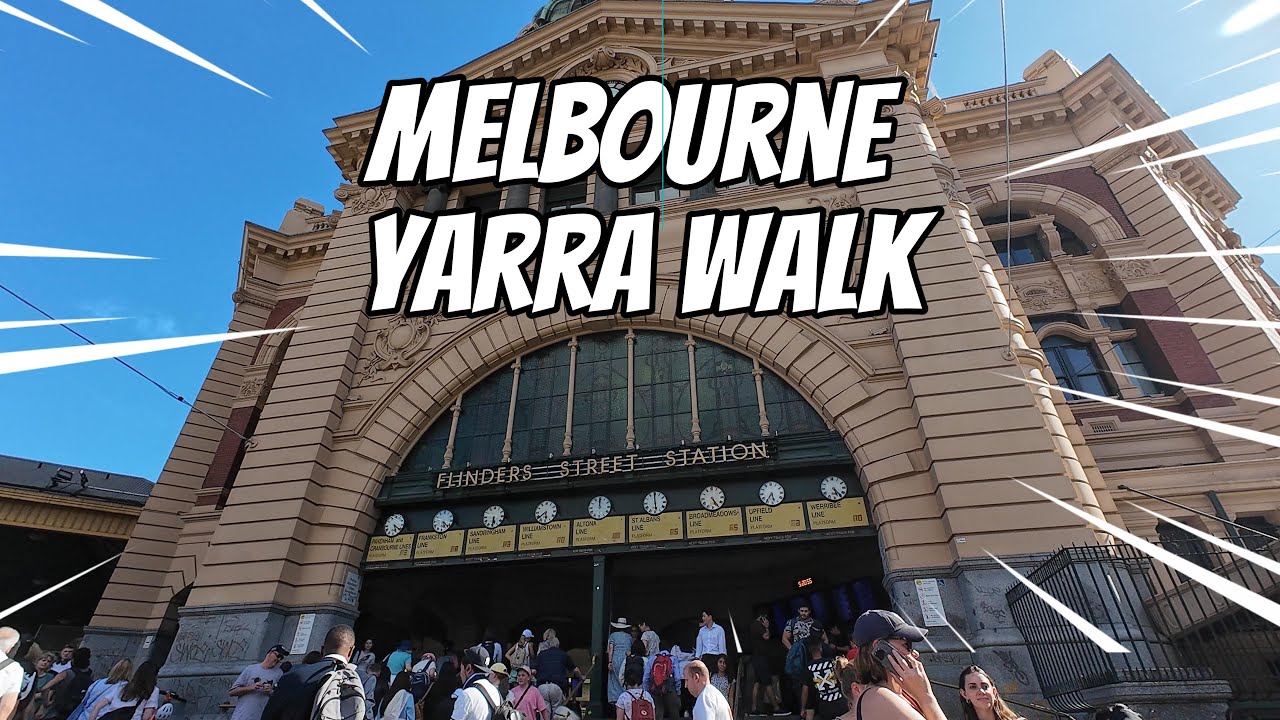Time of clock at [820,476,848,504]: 5:23
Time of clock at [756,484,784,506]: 5:35
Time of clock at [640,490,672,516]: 5:59
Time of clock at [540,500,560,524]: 5:38
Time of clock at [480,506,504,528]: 5:30
